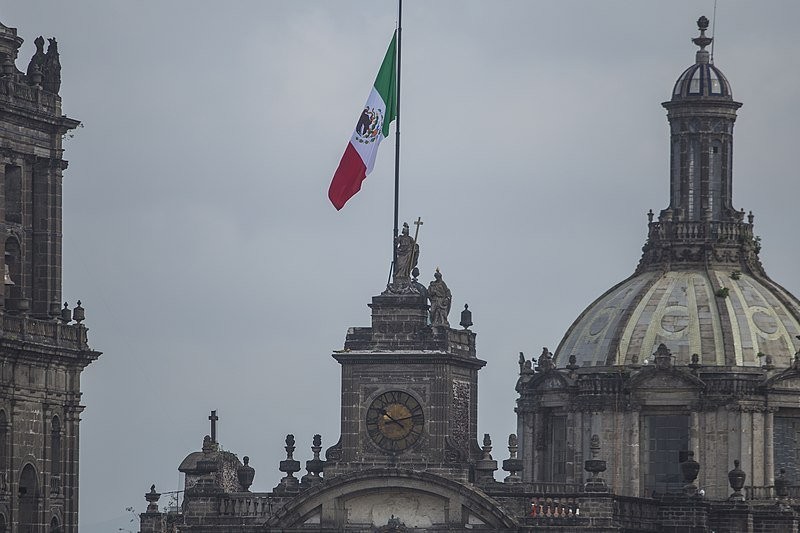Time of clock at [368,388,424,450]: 10:12
